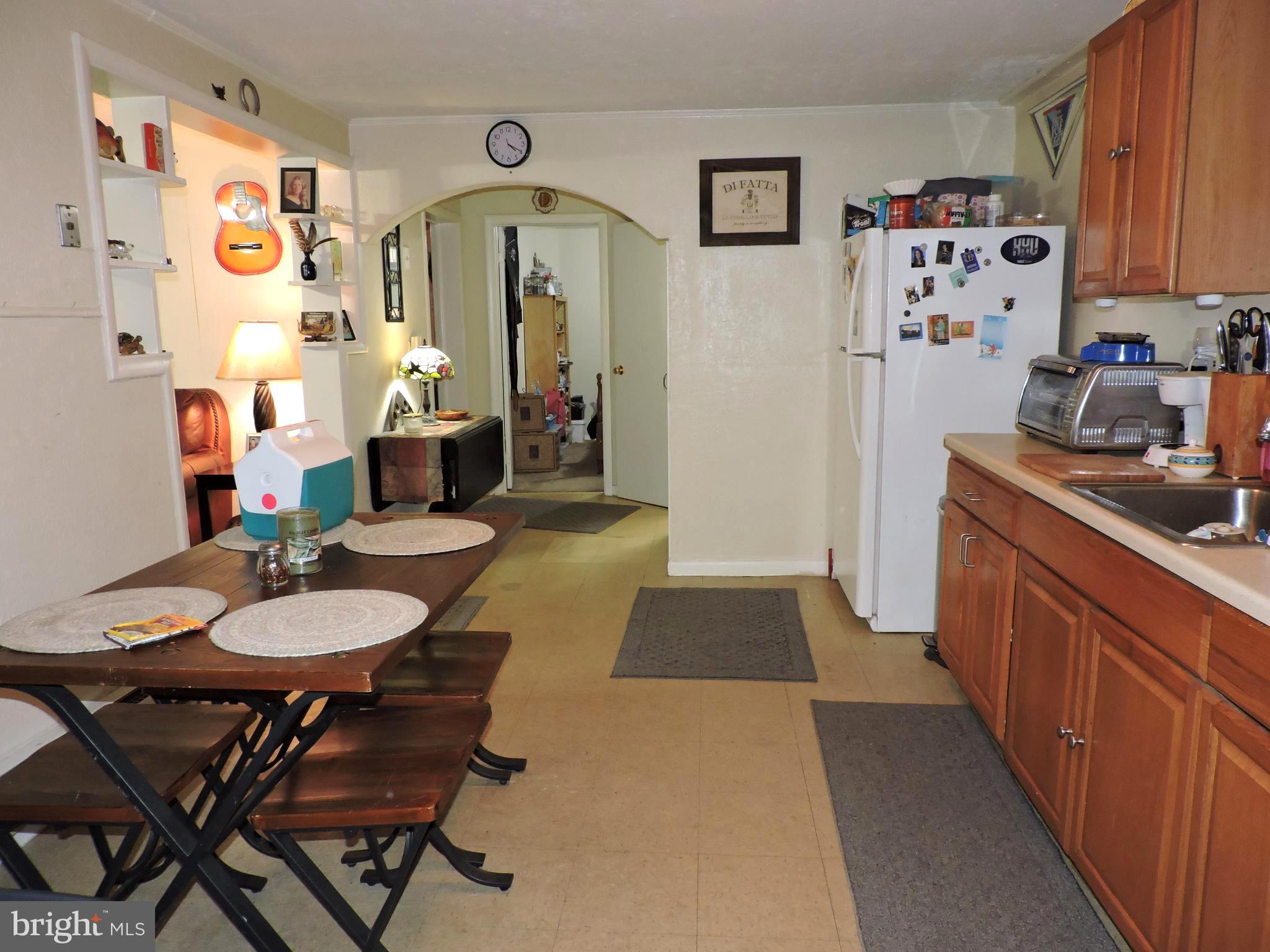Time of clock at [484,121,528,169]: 4:19
